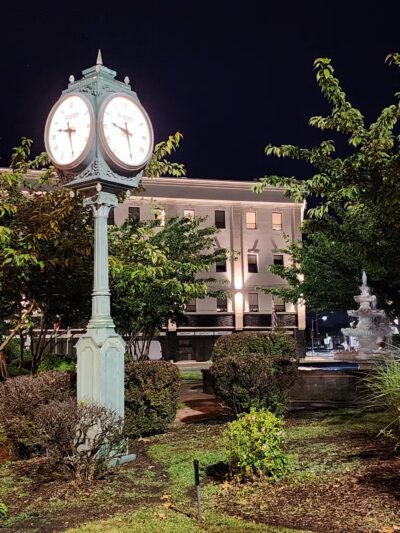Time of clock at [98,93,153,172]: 9:27
